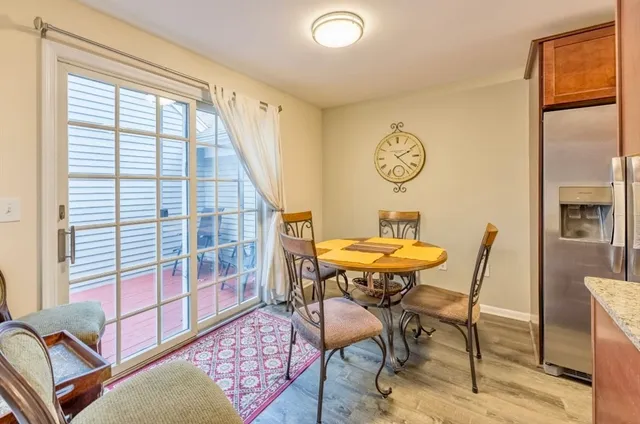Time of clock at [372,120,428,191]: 2:22
